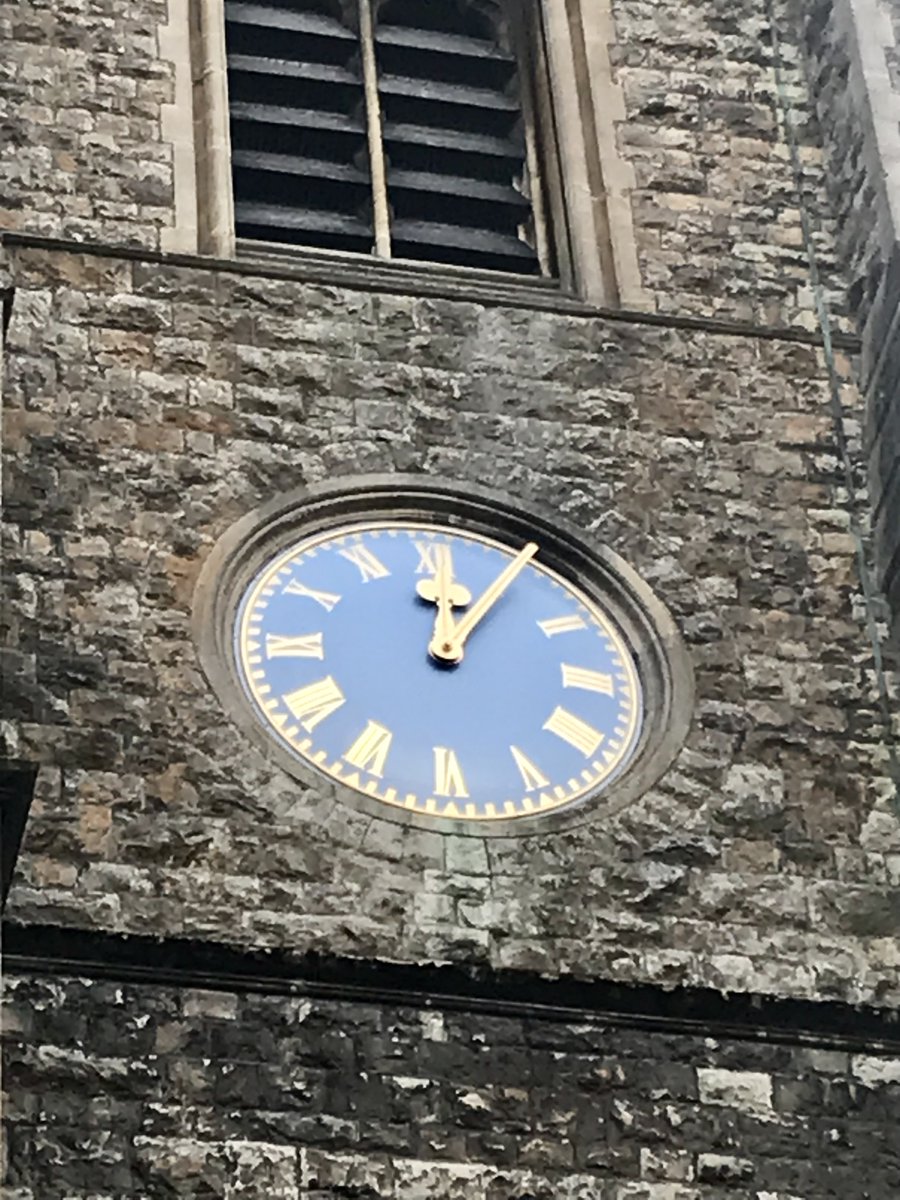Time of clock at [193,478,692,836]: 12:05
